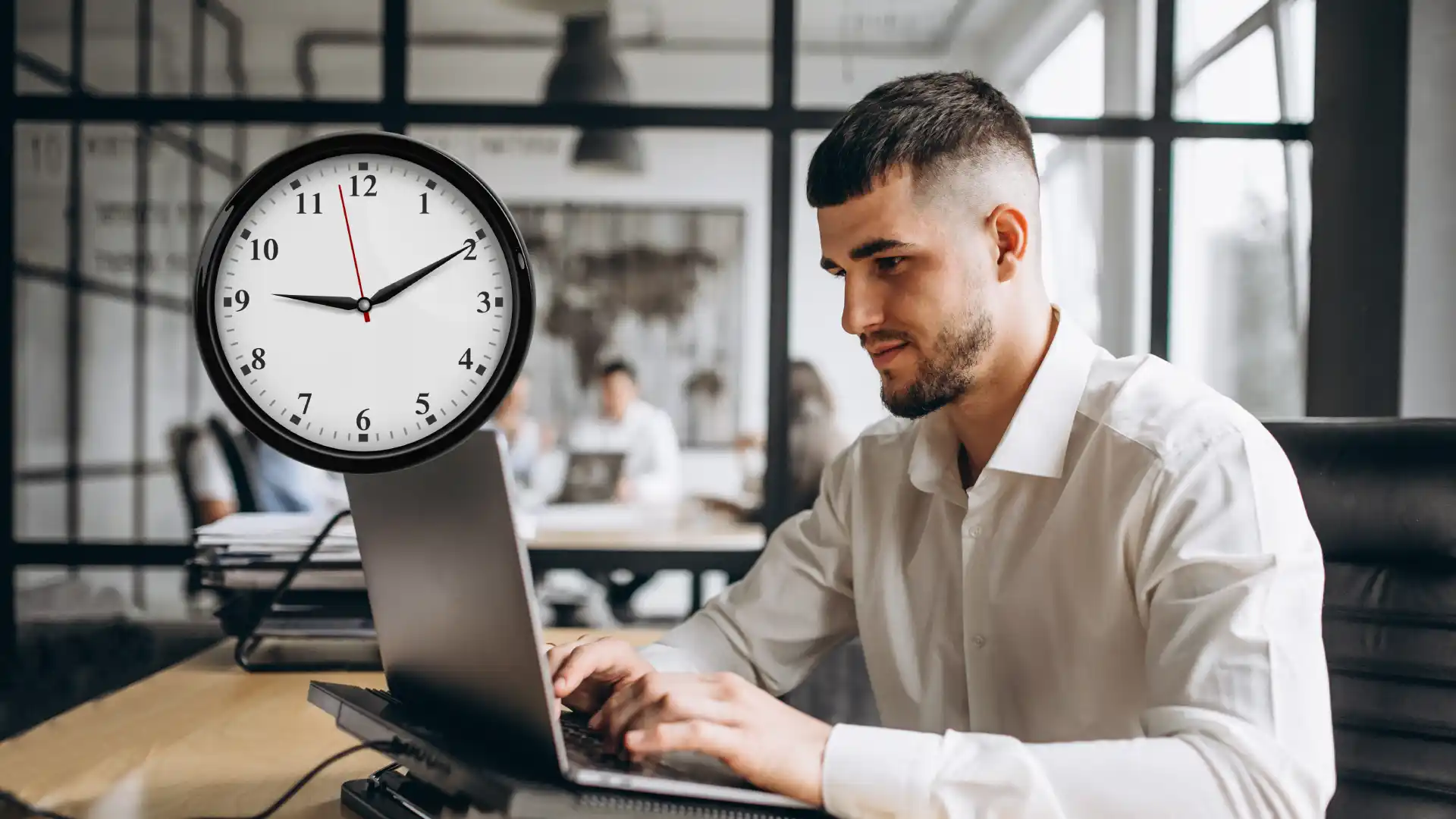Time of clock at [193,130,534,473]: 9:10
